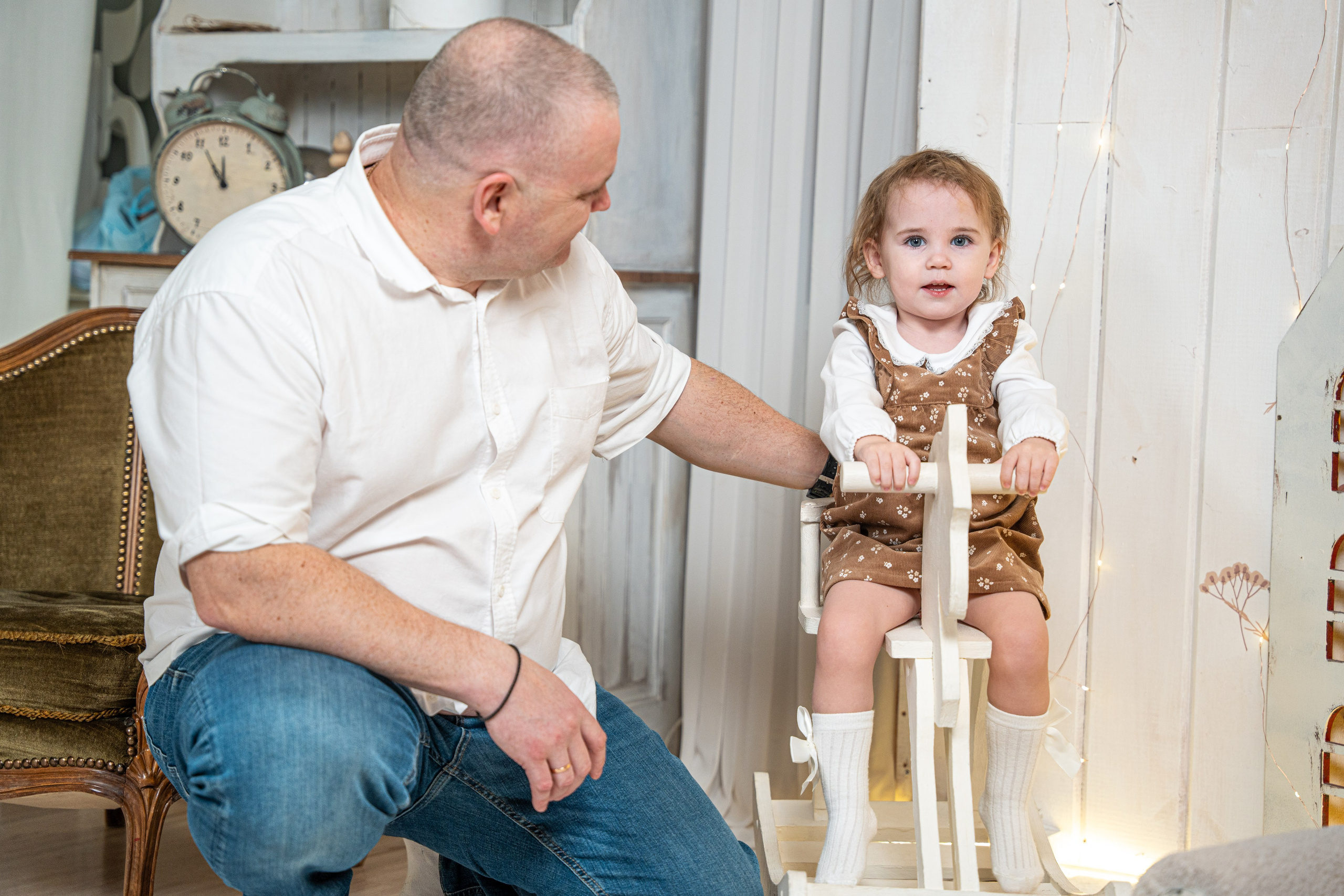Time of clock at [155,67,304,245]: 11:55
